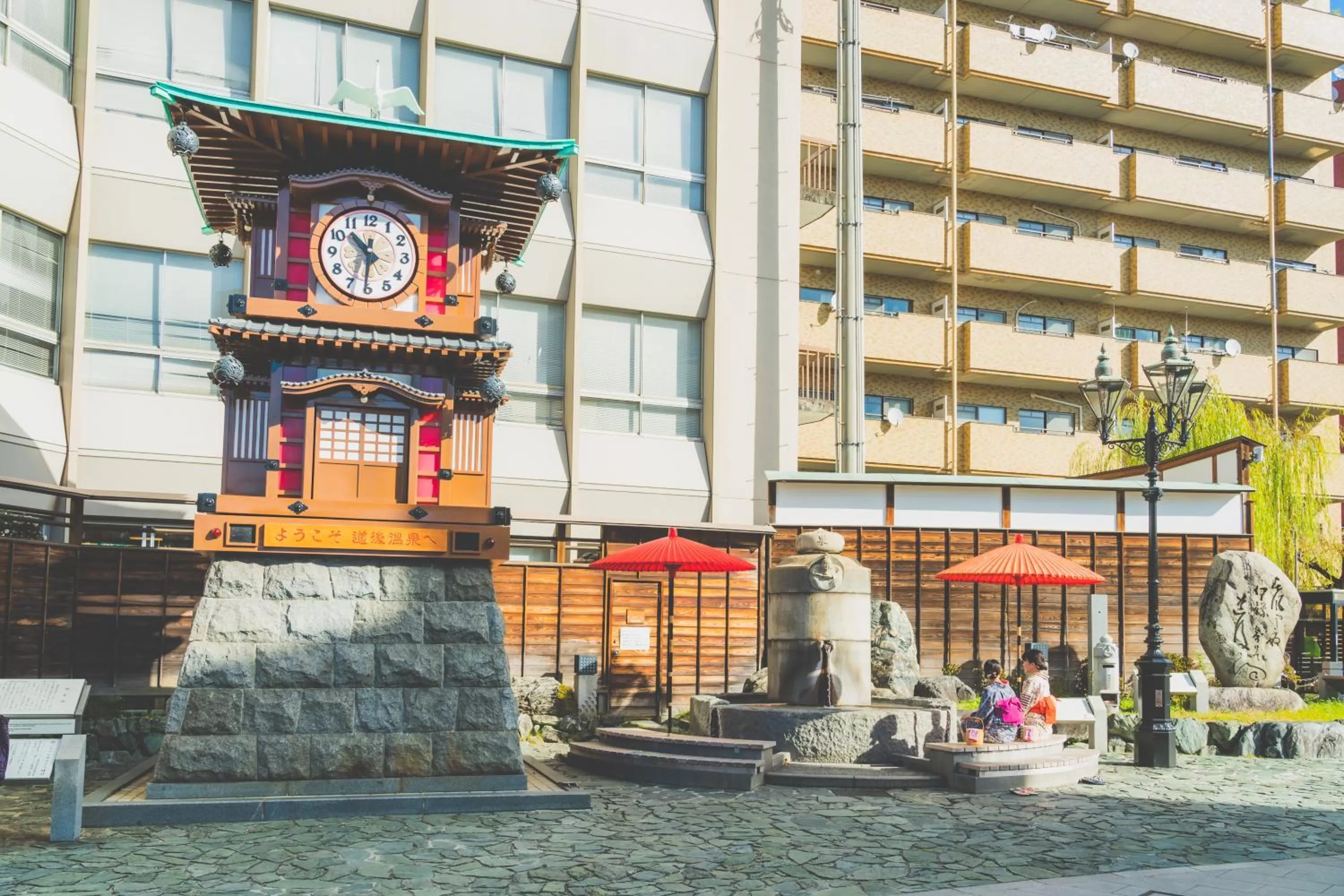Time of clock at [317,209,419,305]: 10:30
